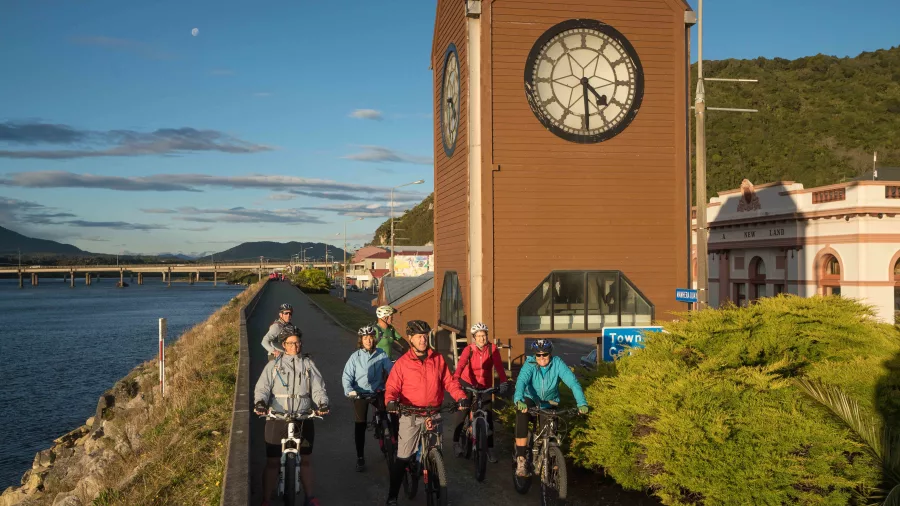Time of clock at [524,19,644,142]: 4:29
